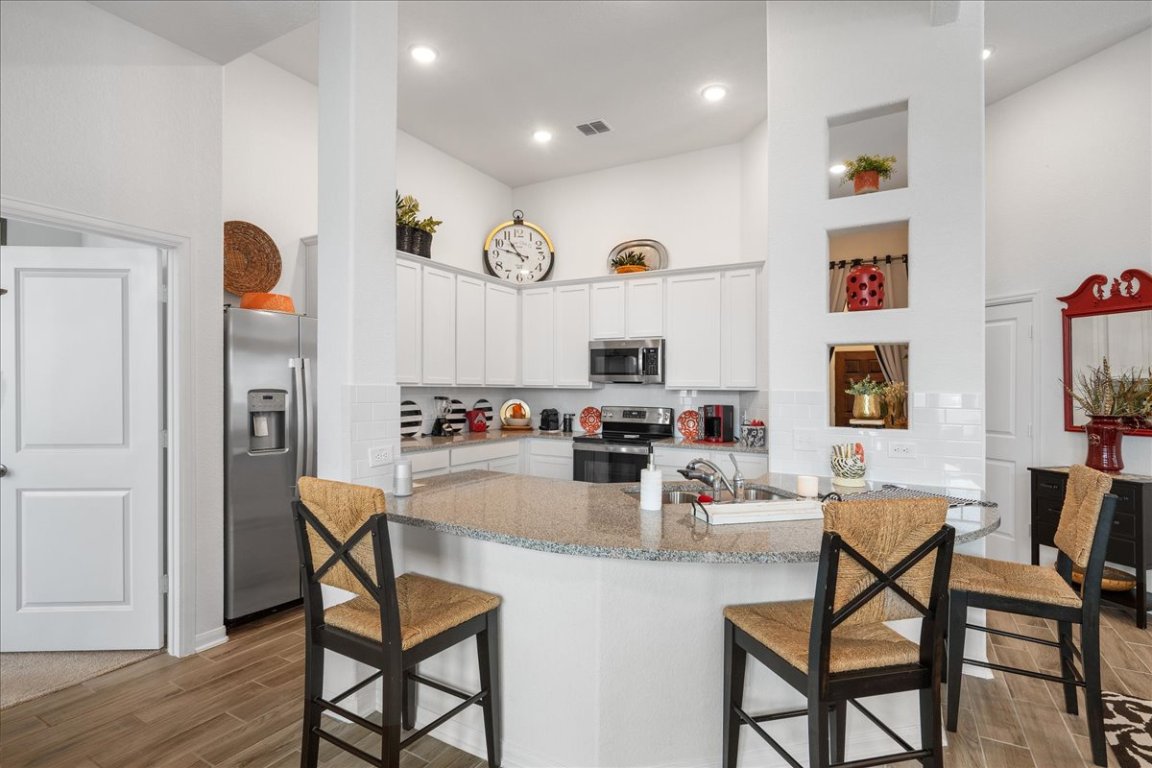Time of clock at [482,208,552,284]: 10:47
